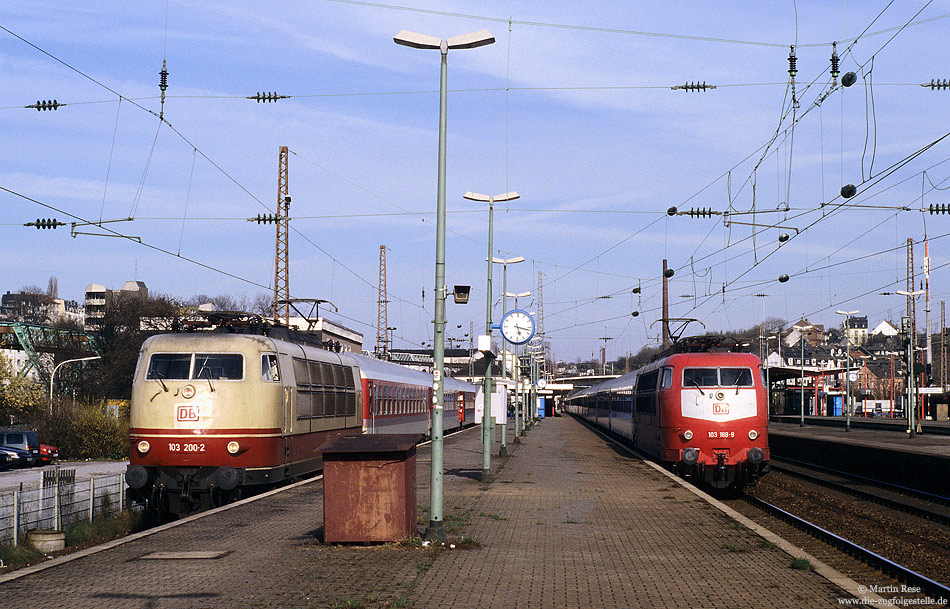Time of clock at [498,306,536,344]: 5:17
